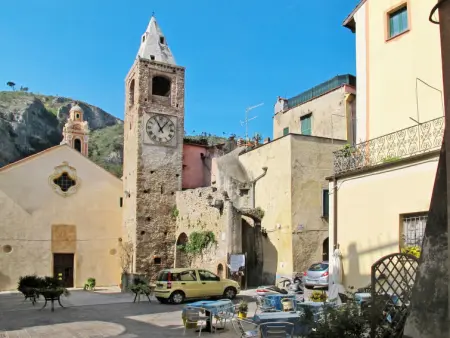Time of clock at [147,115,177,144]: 11:06
